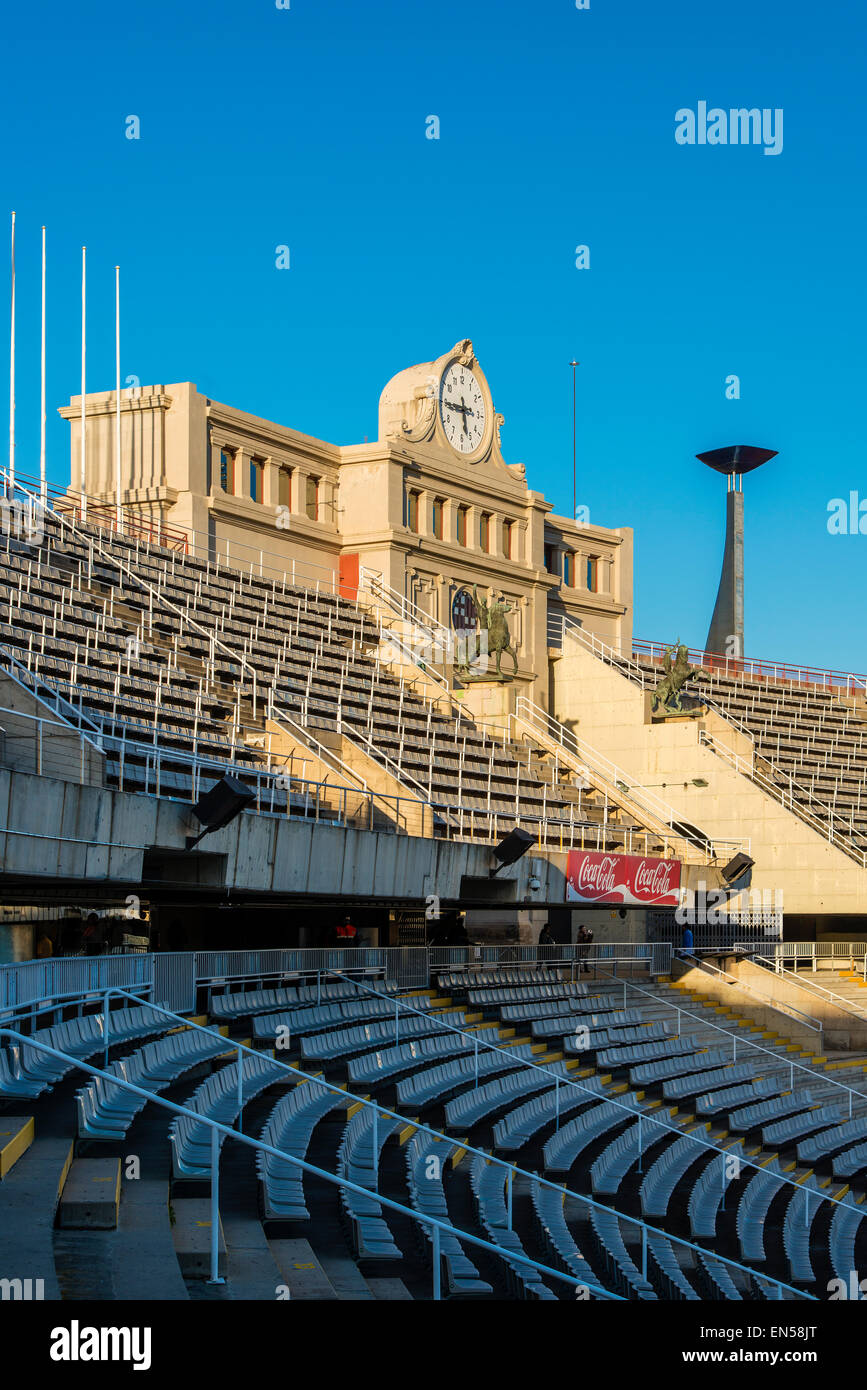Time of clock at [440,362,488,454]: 5:44
